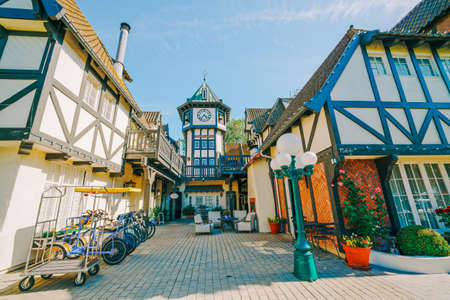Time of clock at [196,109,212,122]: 4:36
